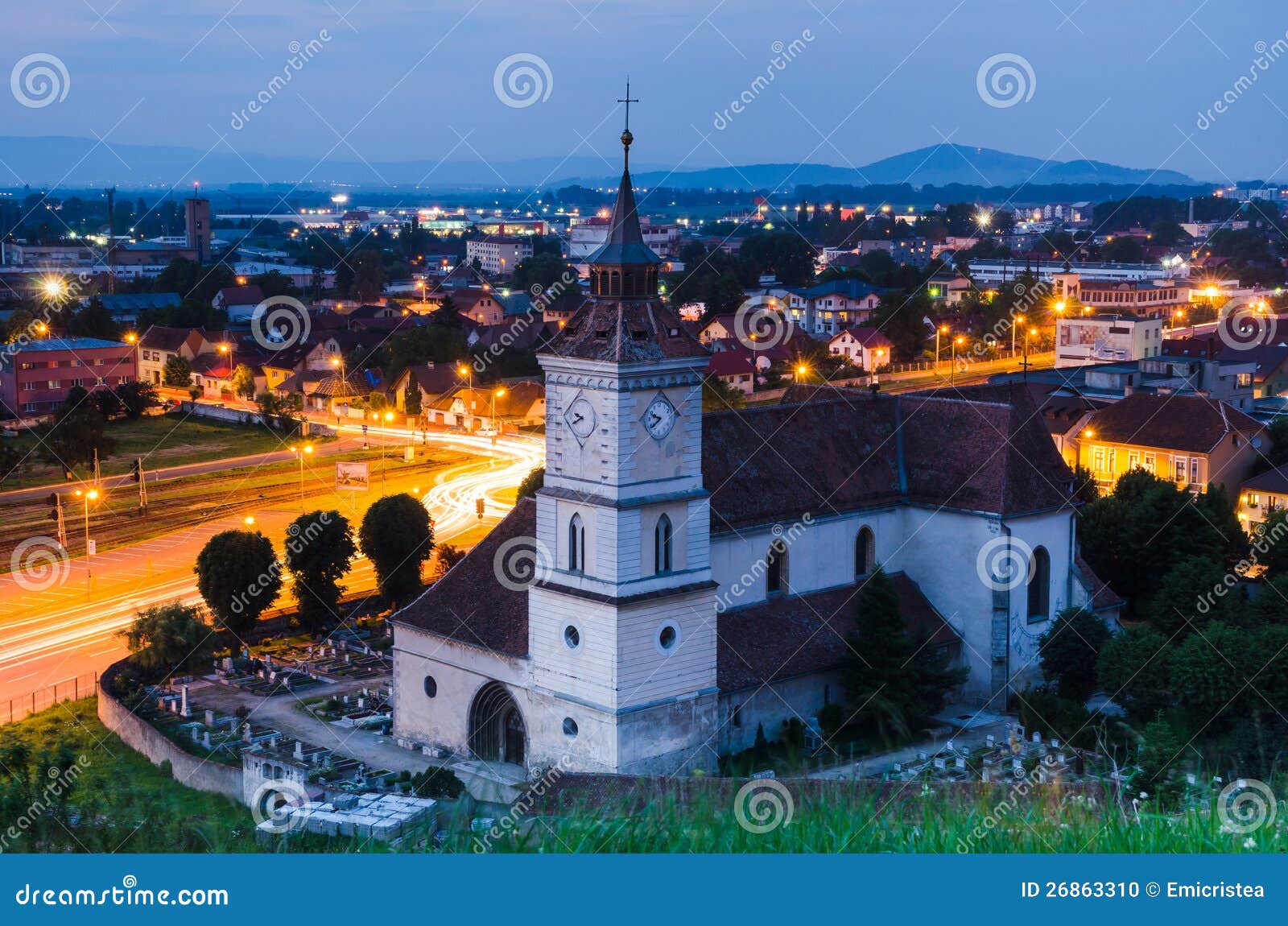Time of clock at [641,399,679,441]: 9:39
